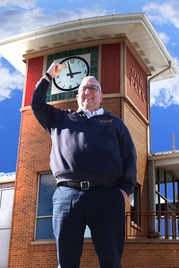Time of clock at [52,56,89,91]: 2:57
